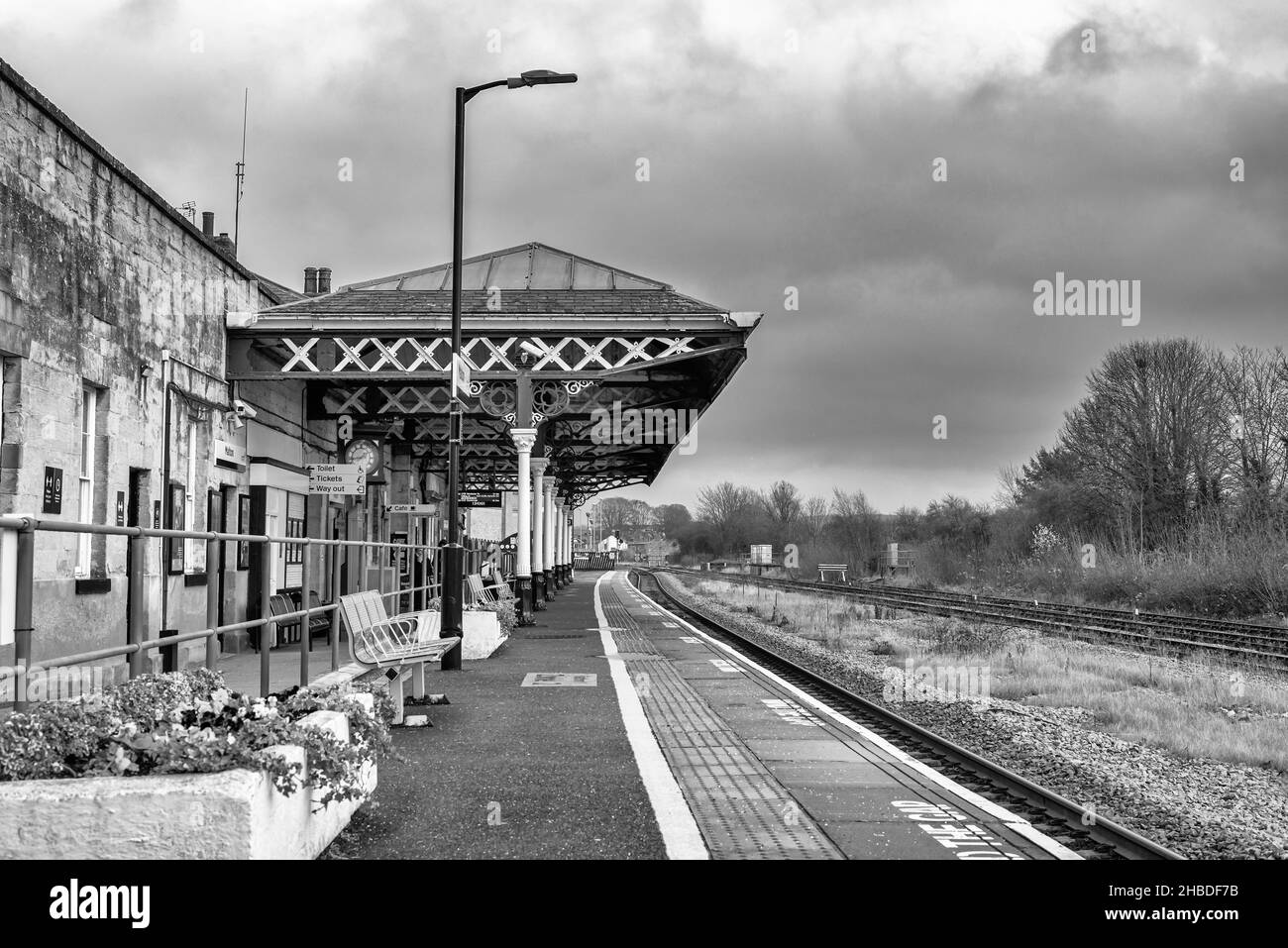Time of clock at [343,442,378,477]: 1:43
